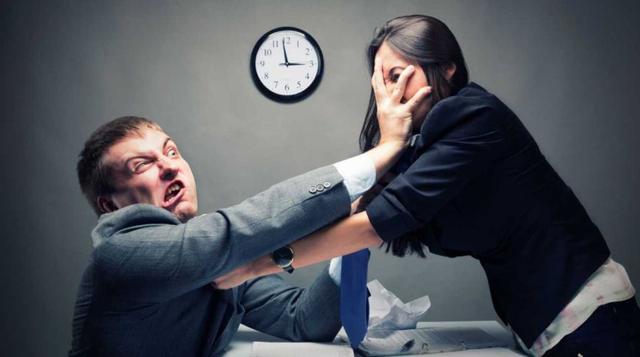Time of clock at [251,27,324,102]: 2:58
